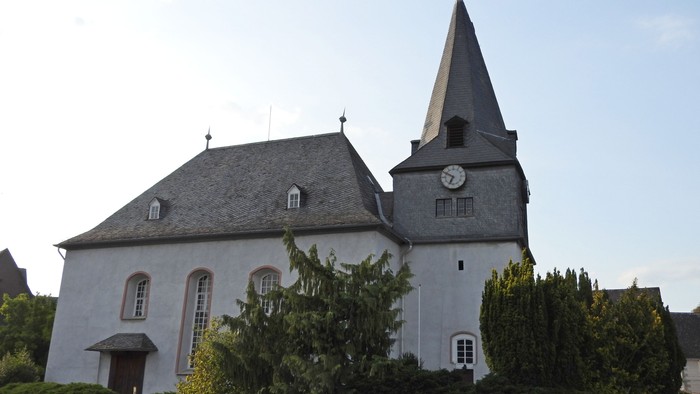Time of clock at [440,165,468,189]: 6:49
